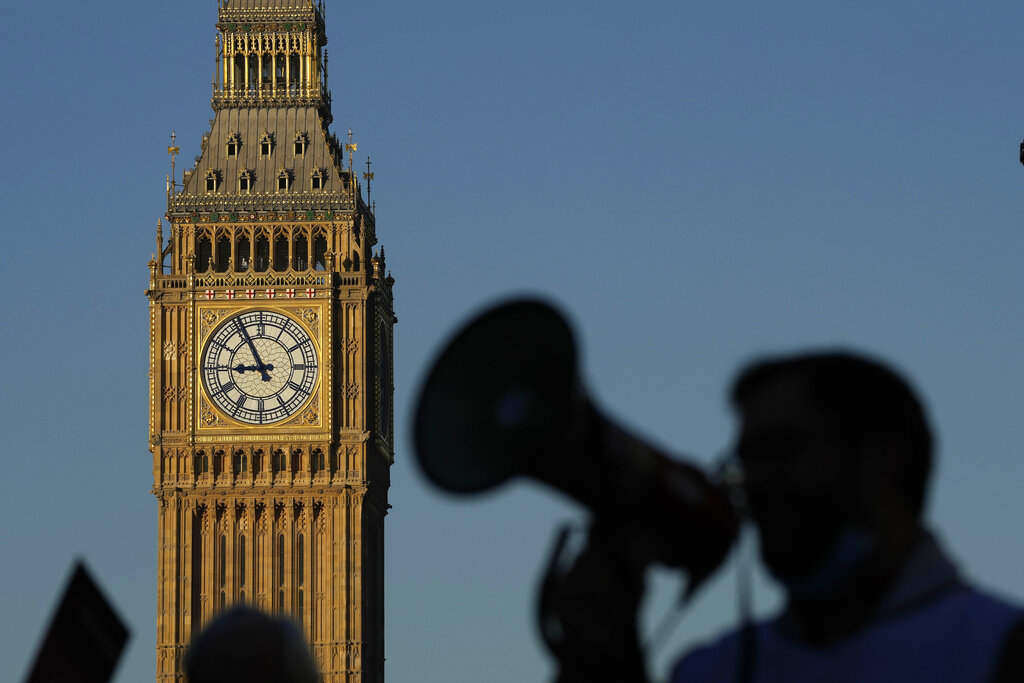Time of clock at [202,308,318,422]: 8:54
